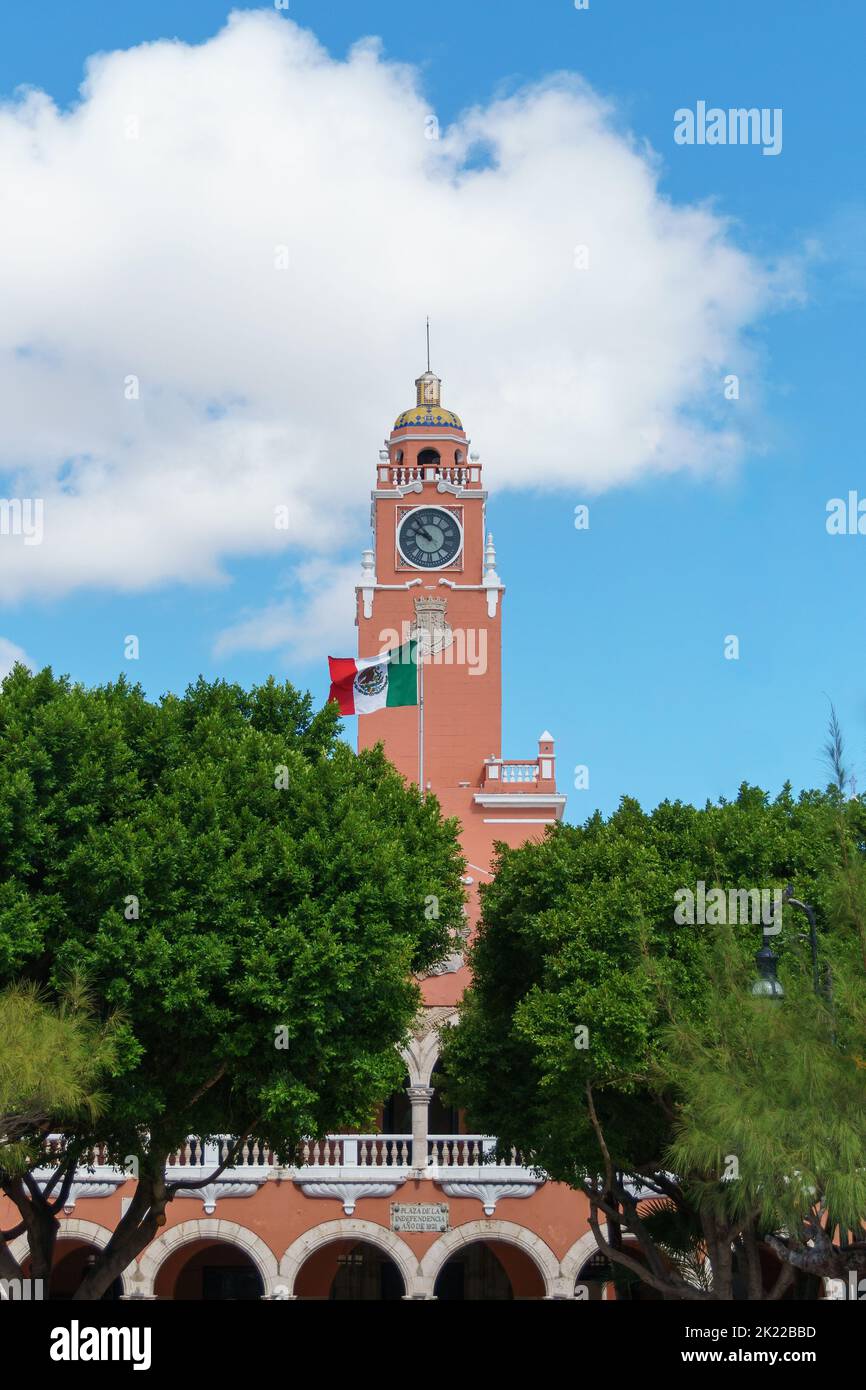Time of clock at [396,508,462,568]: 9:53
